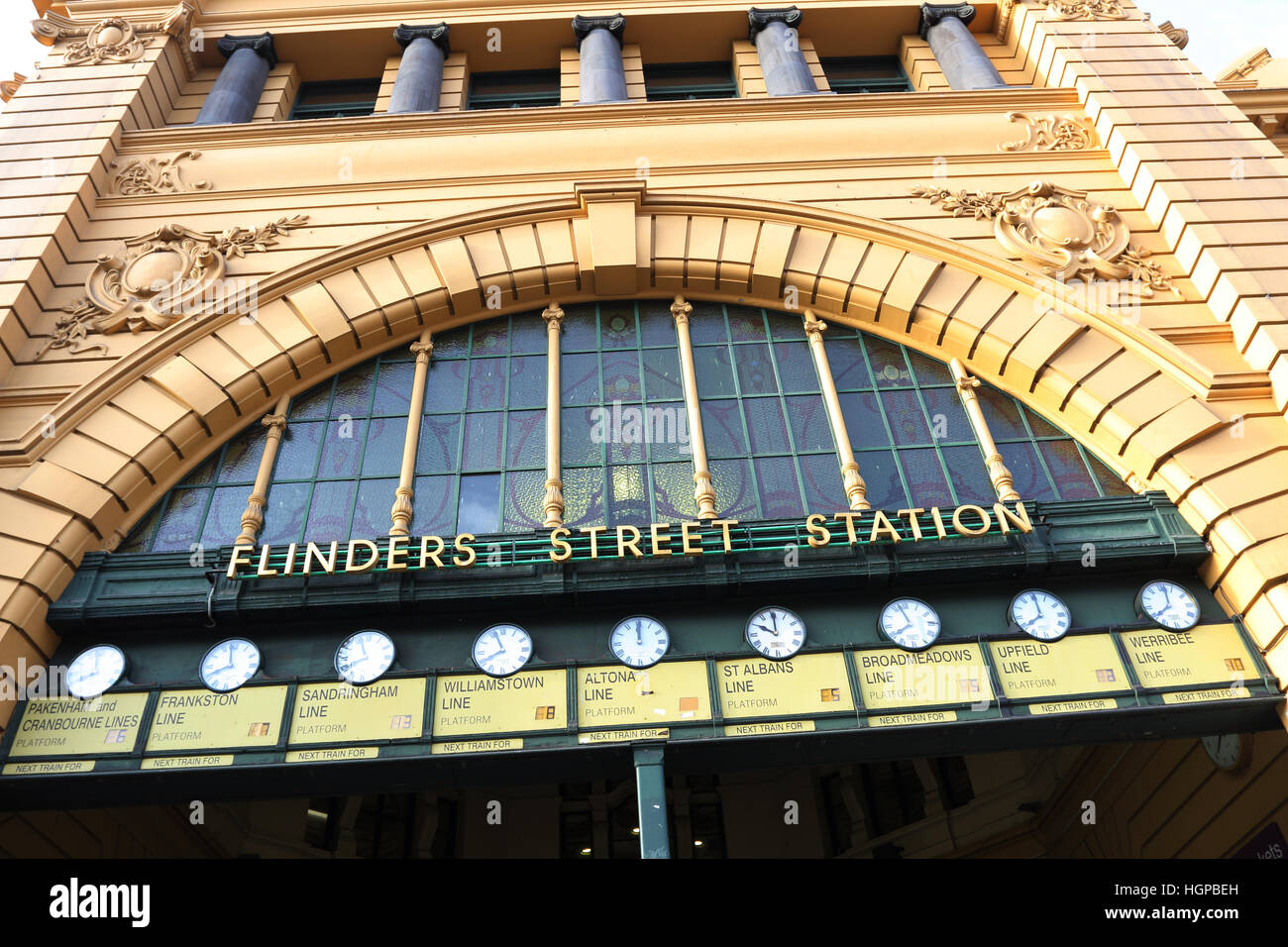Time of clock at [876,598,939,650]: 7:57
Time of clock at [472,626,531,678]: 7:56
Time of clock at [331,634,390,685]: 7:56
